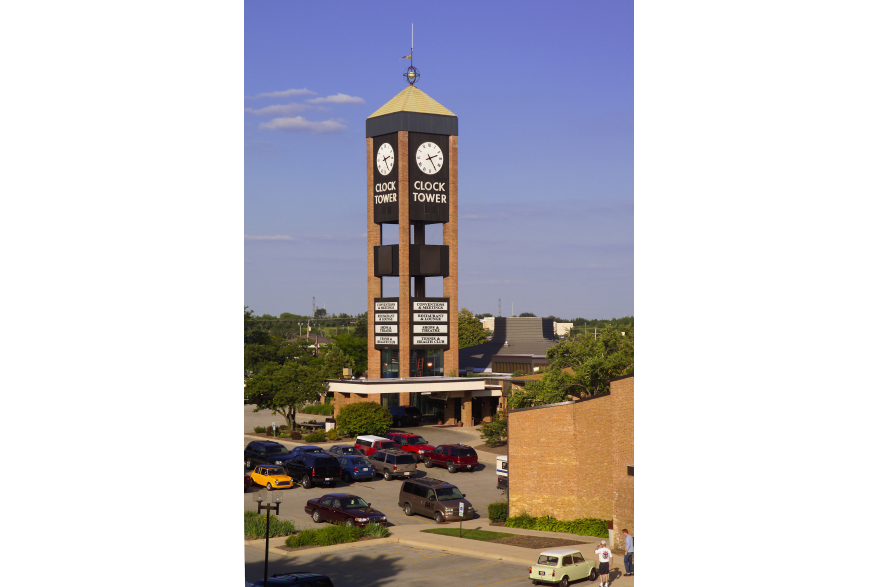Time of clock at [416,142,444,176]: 2:24
